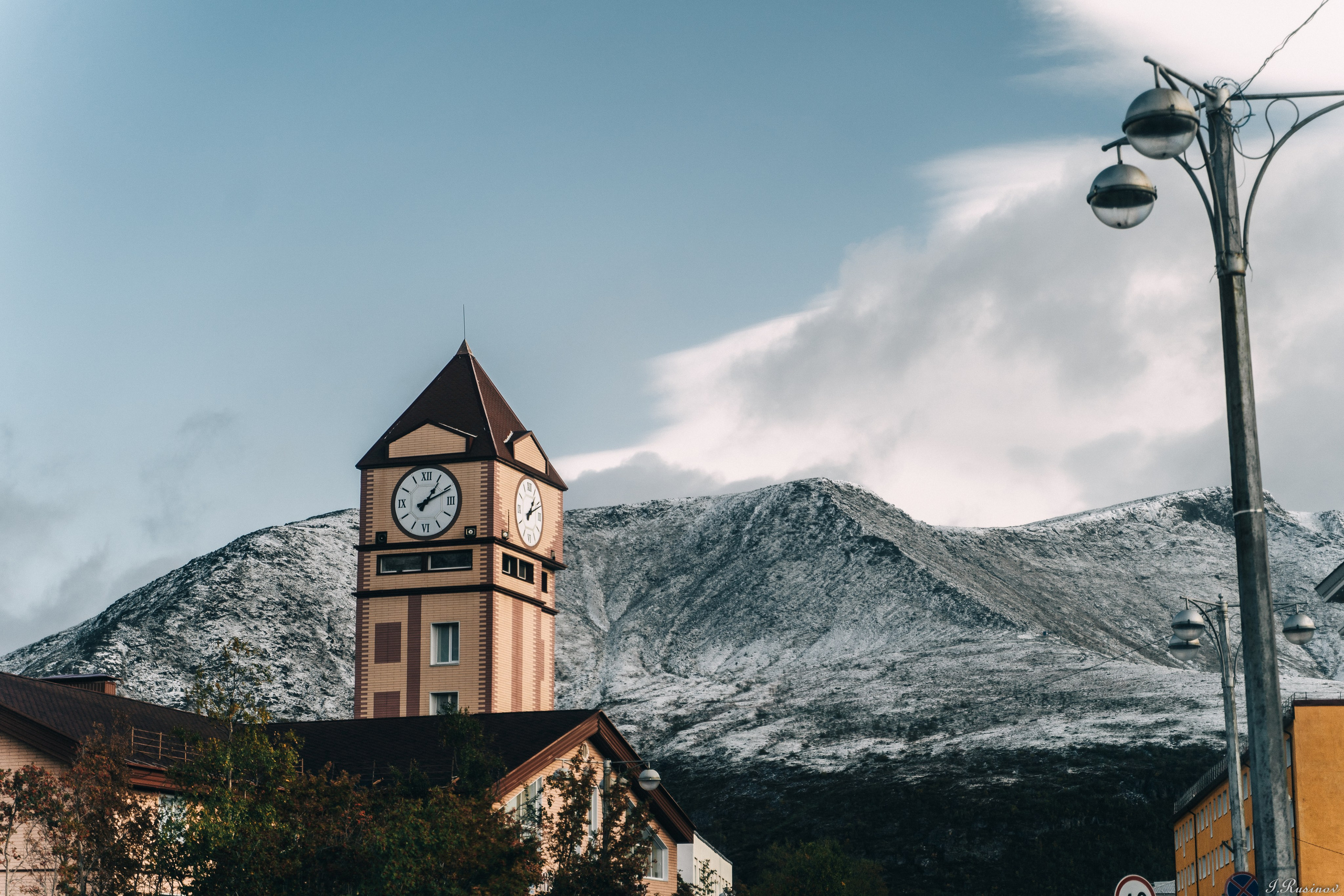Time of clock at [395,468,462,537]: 1:10
